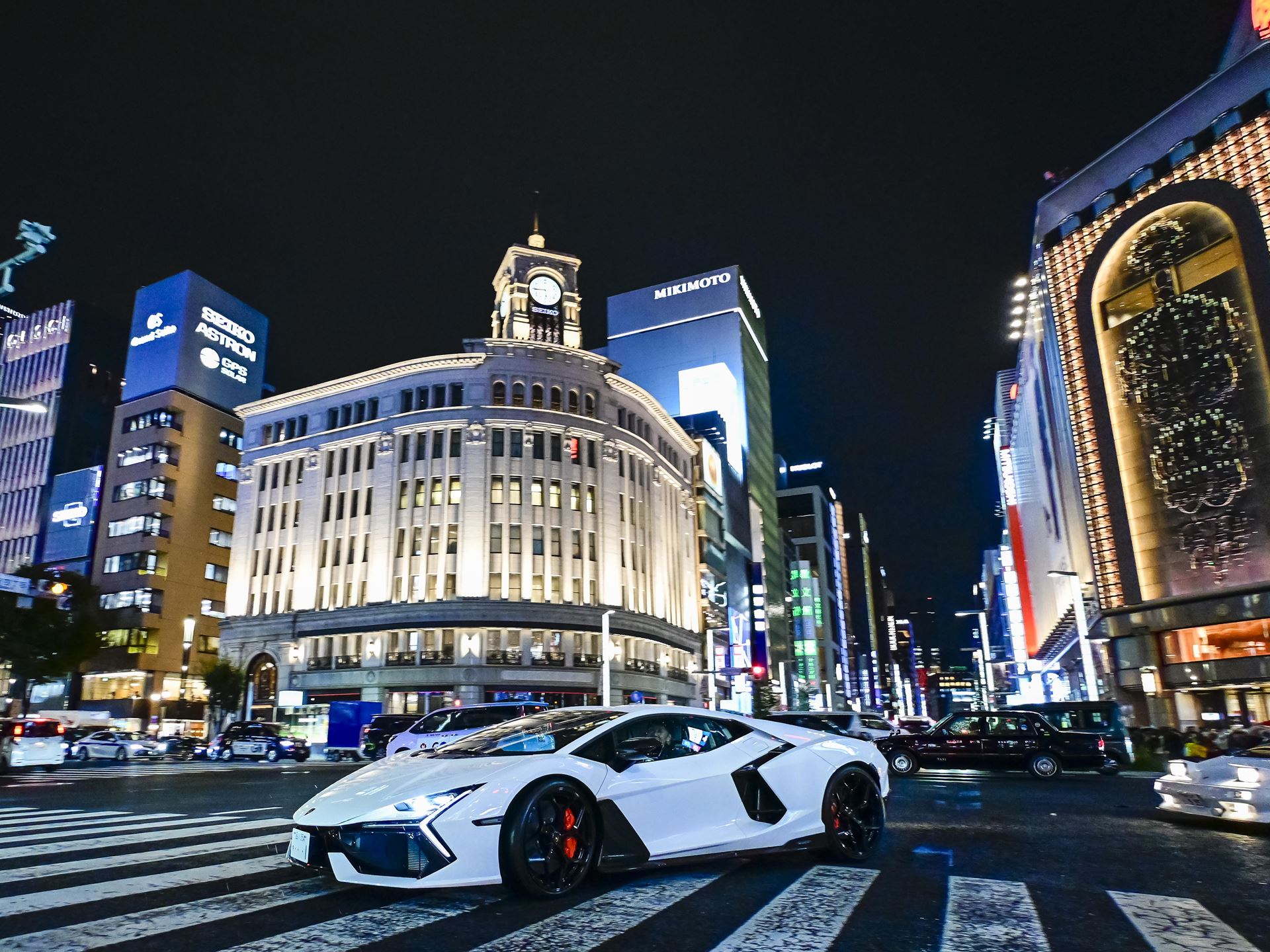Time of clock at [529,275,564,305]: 5:44
